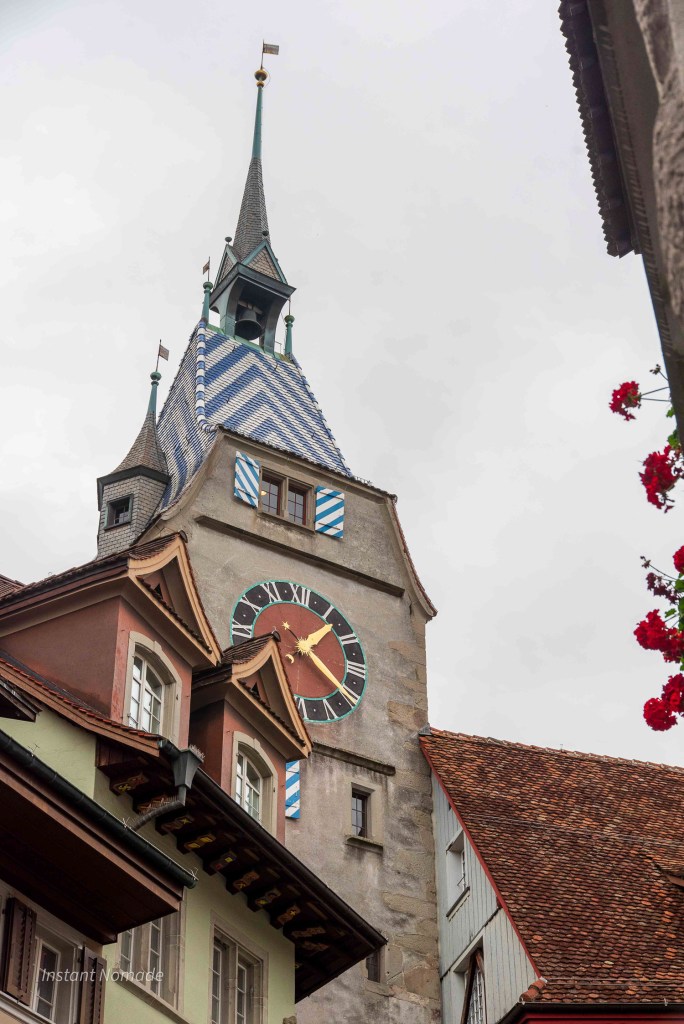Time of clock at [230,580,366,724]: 1:20
